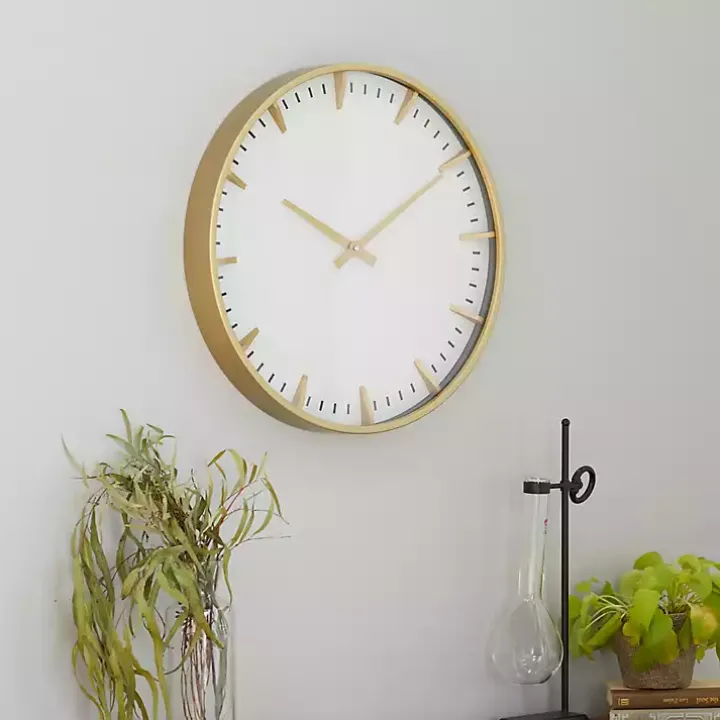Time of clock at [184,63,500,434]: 10:10
